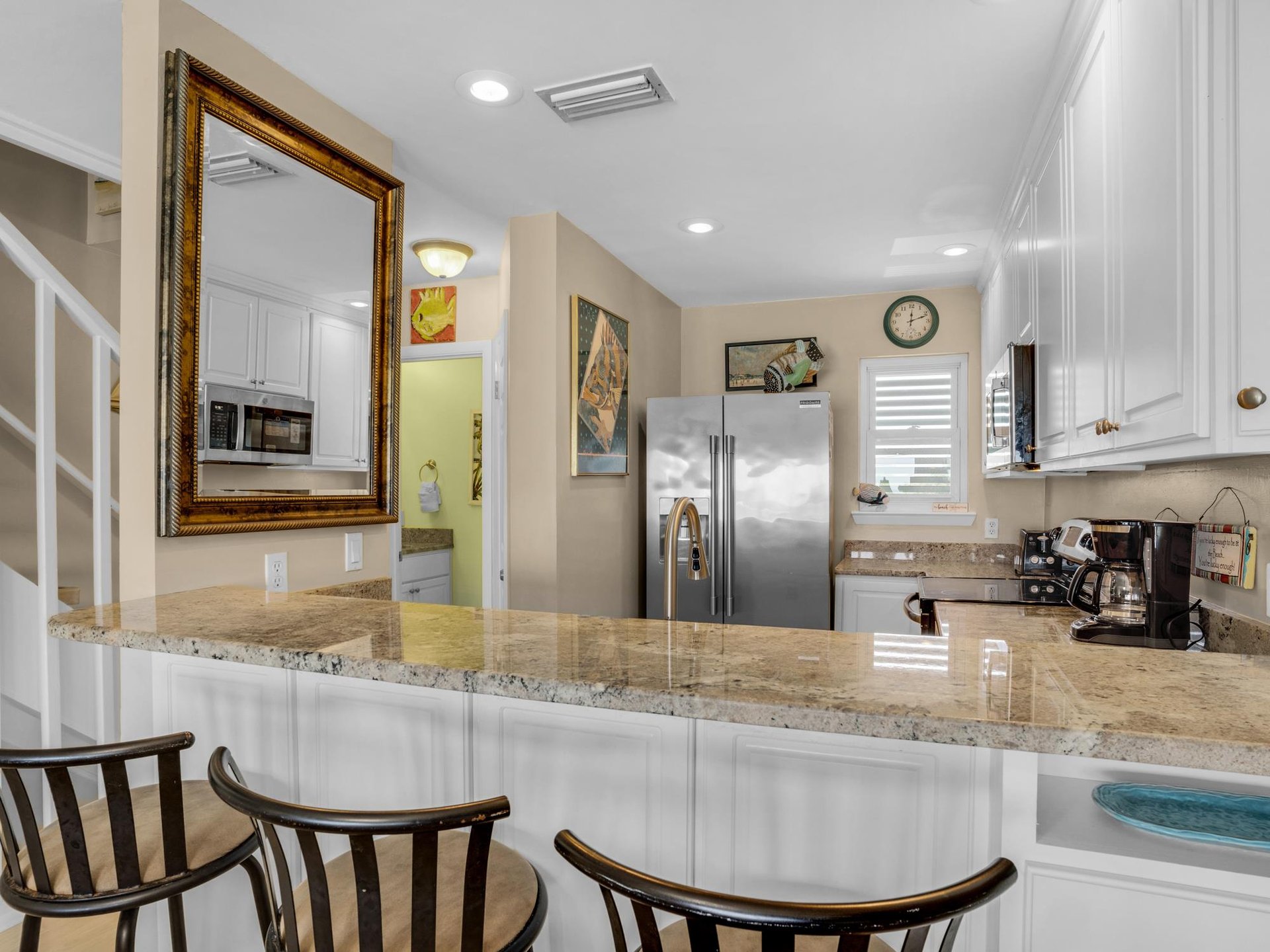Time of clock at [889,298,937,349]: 12:11
